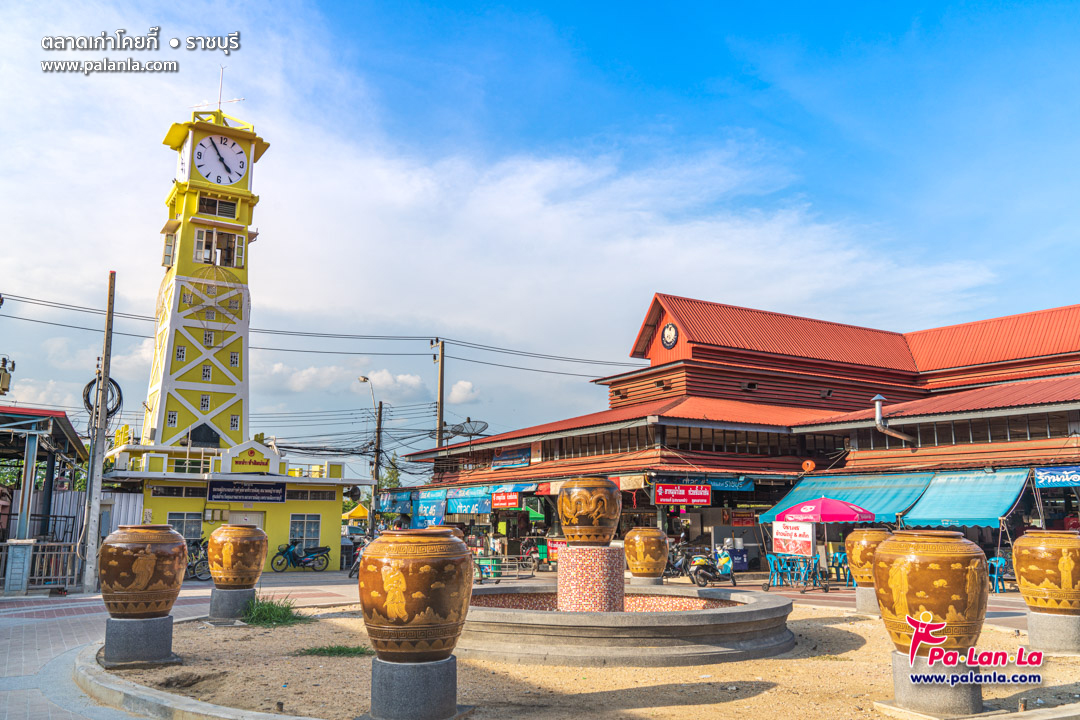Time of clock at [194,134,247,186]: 4:54
